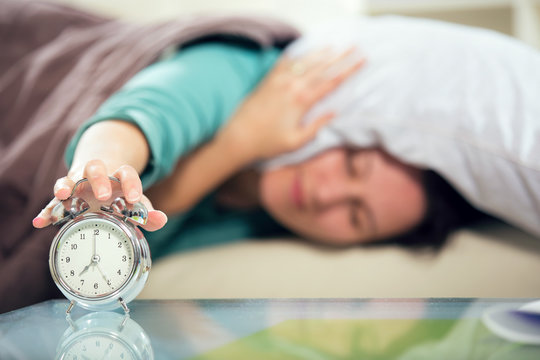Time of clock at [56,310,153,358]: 7:25
